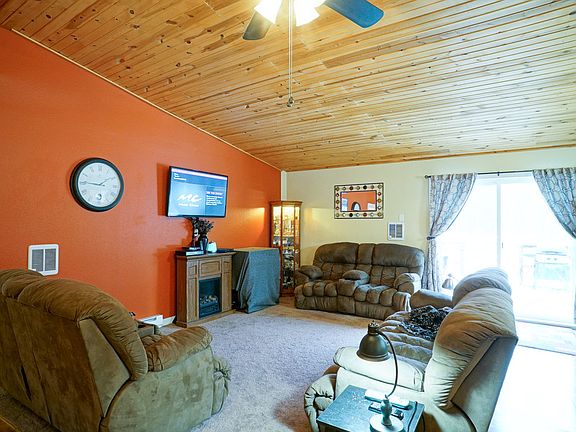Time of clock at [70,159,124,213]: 9:09
